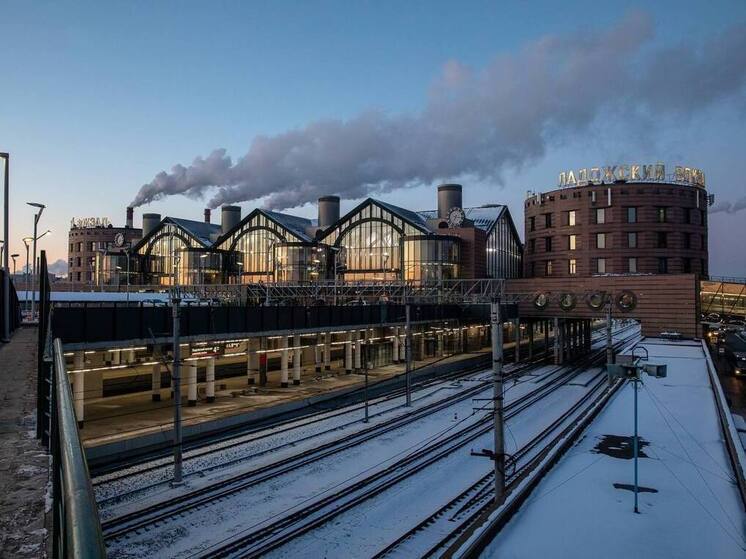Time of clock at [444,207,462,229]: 7:15
